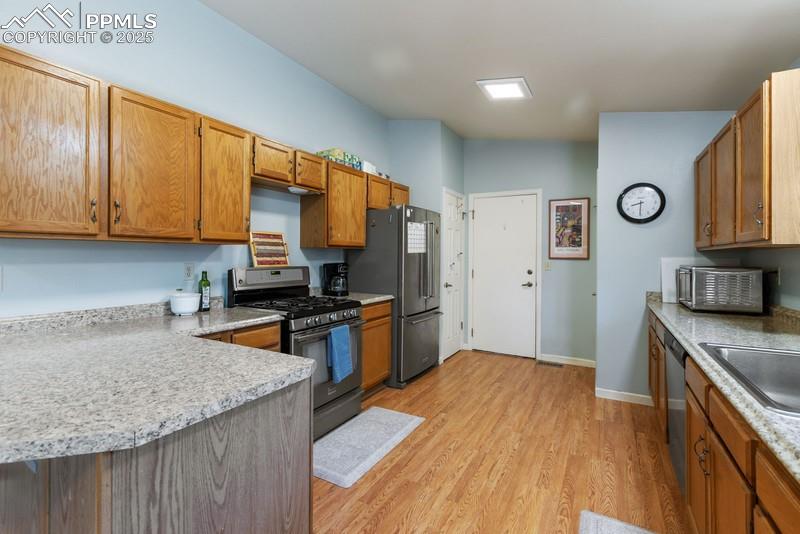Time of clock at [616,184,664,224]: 8:30
